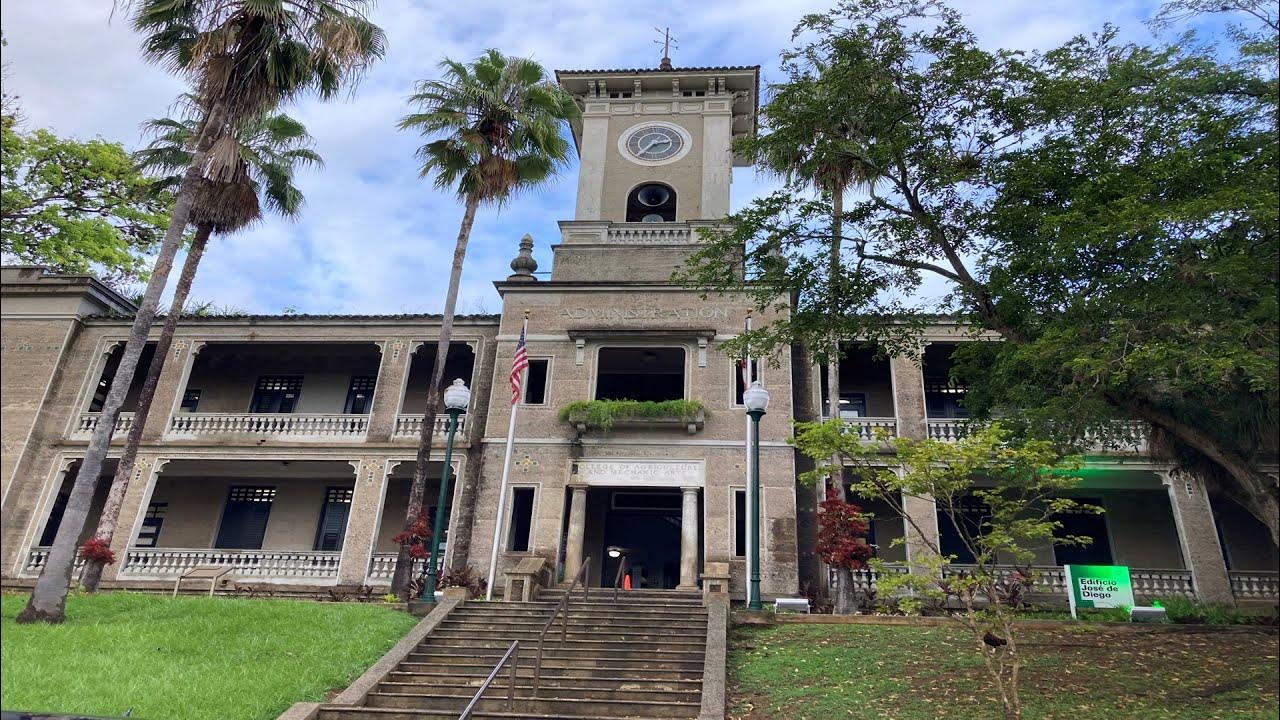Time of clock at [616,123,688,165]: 2:36
